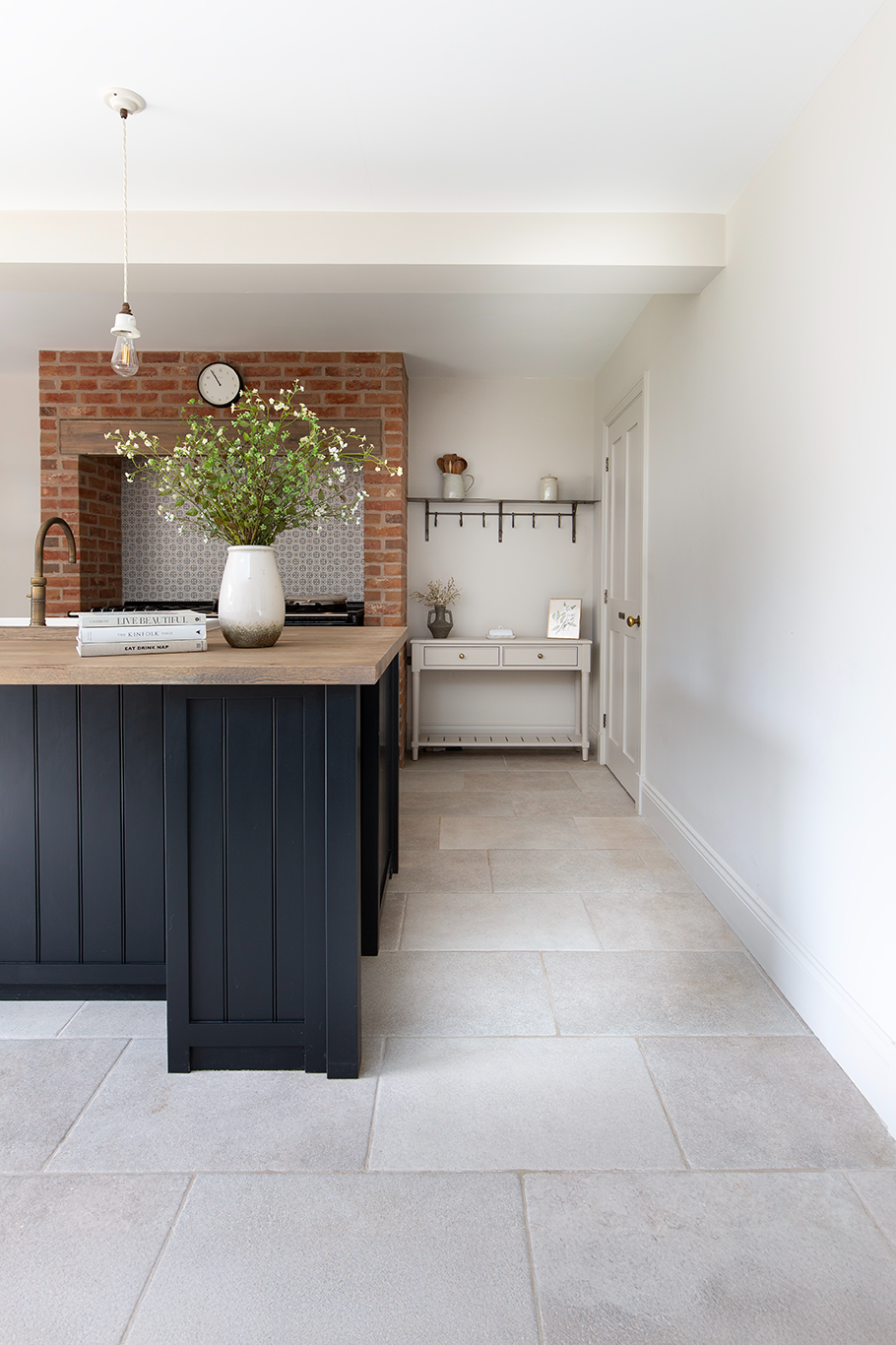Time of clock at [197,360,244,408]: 10:54
